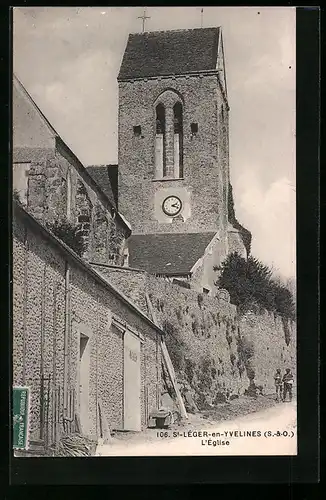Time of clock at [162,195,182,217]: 2:18
